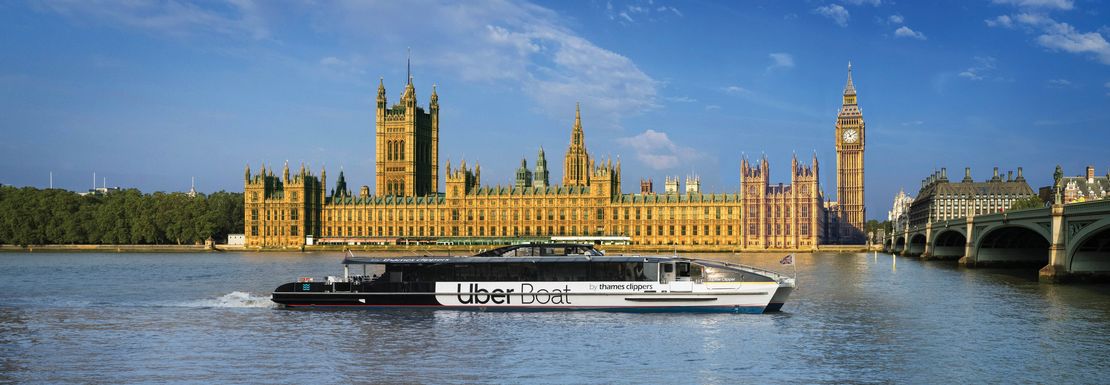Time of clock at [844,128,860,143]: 11:09
